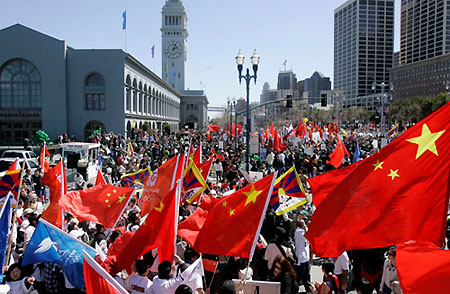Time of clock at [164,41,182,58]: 2:03
